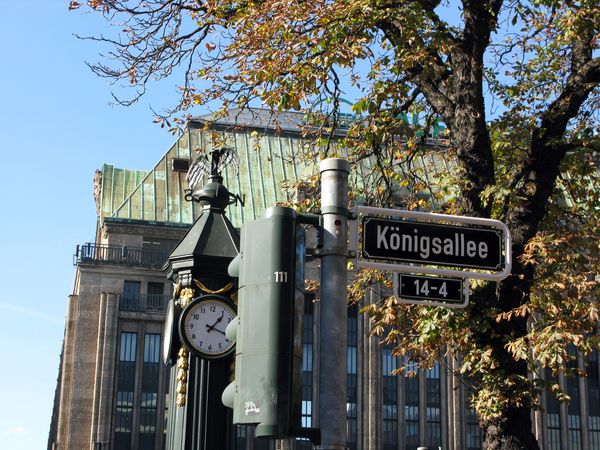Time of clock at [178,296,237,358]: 1:18
